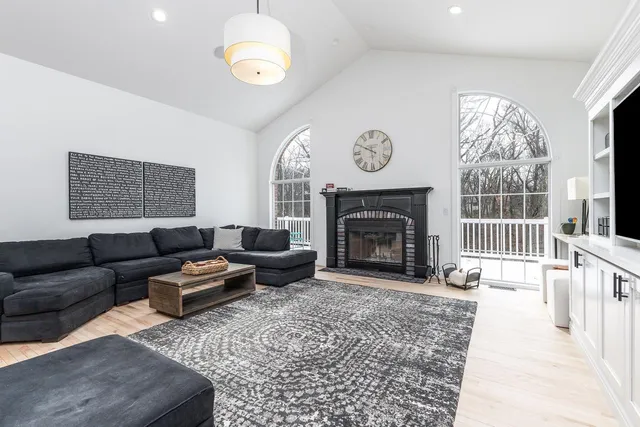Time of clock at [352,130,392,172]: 5:49
